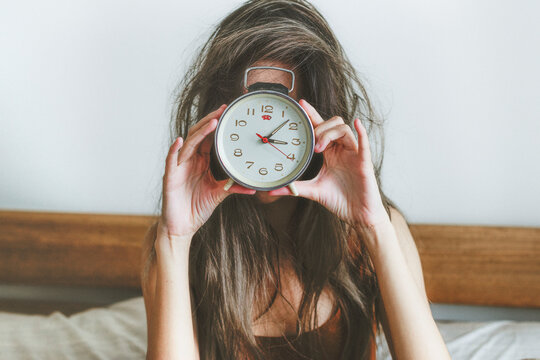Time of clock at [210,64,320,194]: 3:07
